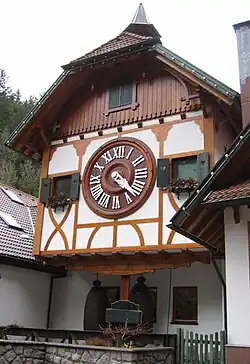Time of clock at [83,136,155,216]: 4:22
